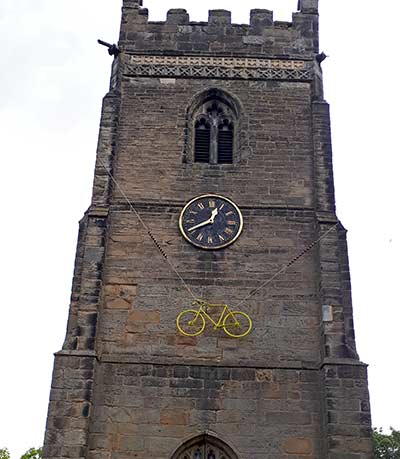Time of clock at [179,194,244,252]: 12:40
